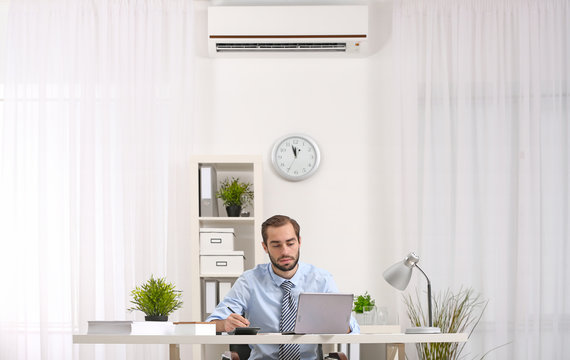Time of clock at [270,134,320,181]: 11:57
